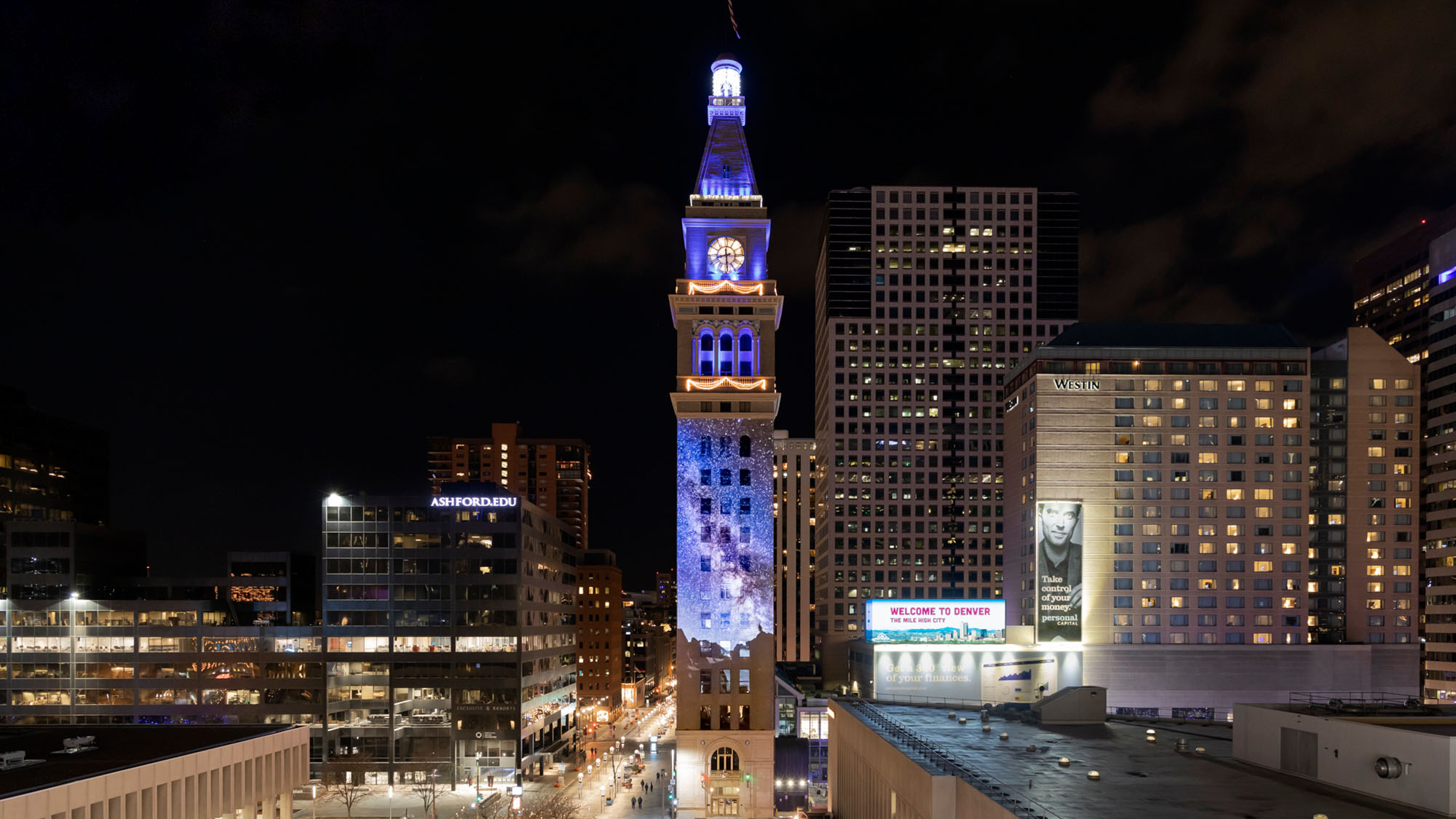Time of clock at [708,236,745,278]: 8:29
